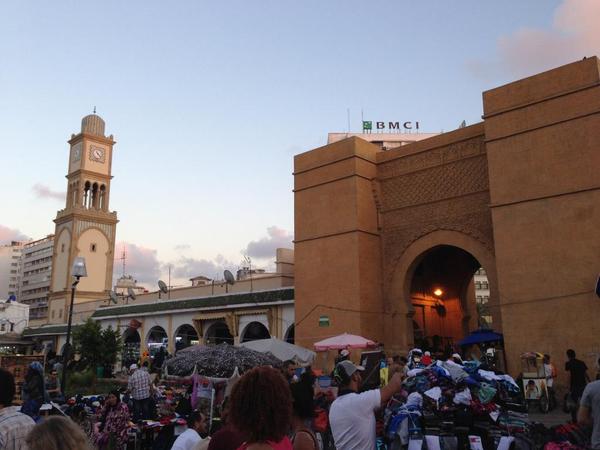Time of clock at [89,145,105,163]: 4:22
